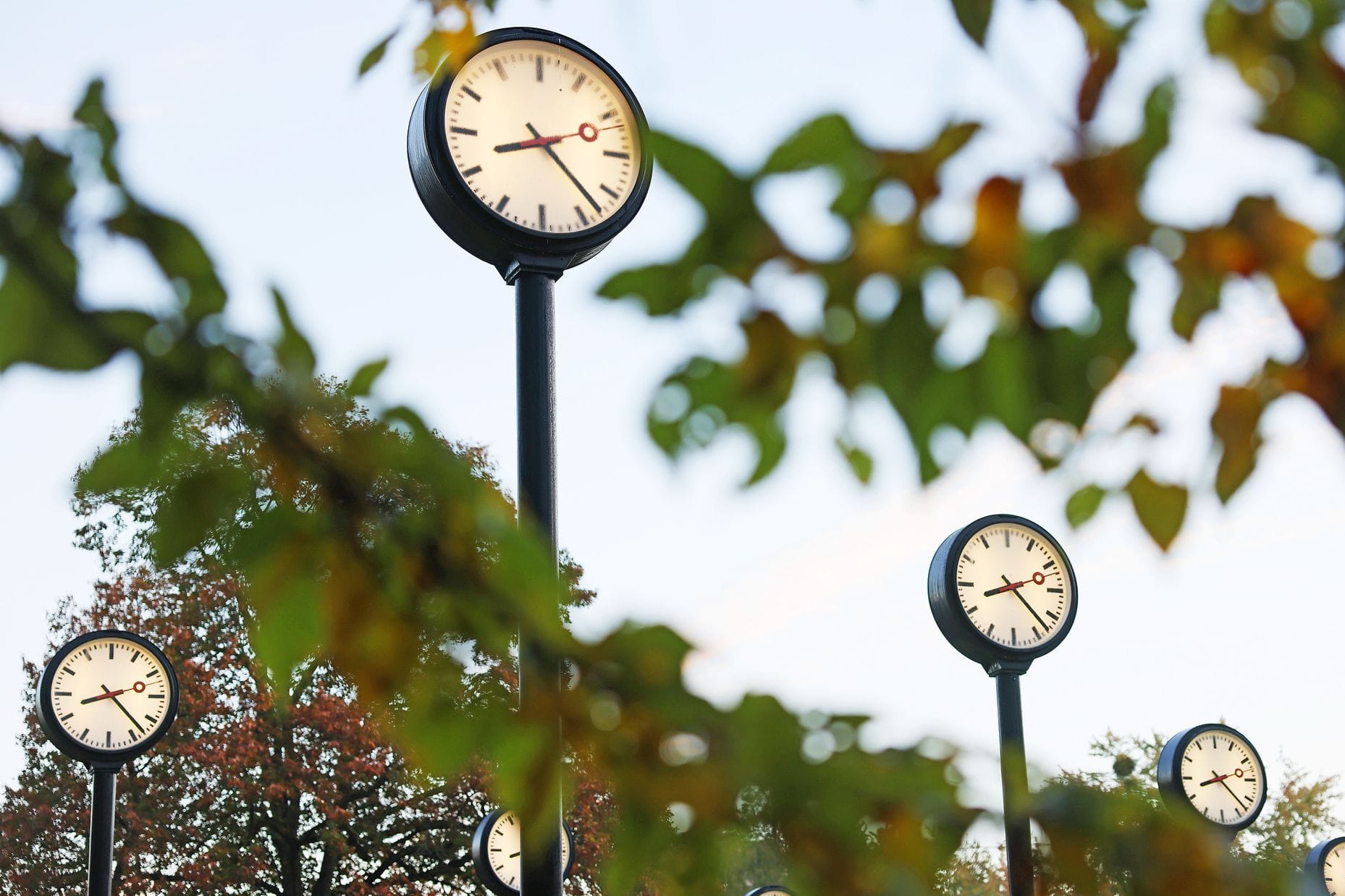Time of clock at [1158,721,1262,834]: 8:22
